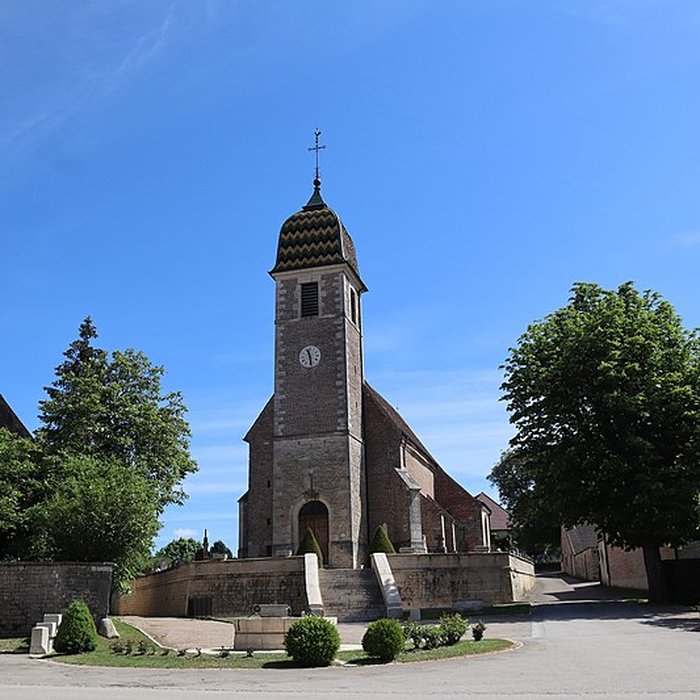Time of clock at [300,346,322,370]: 11:28
